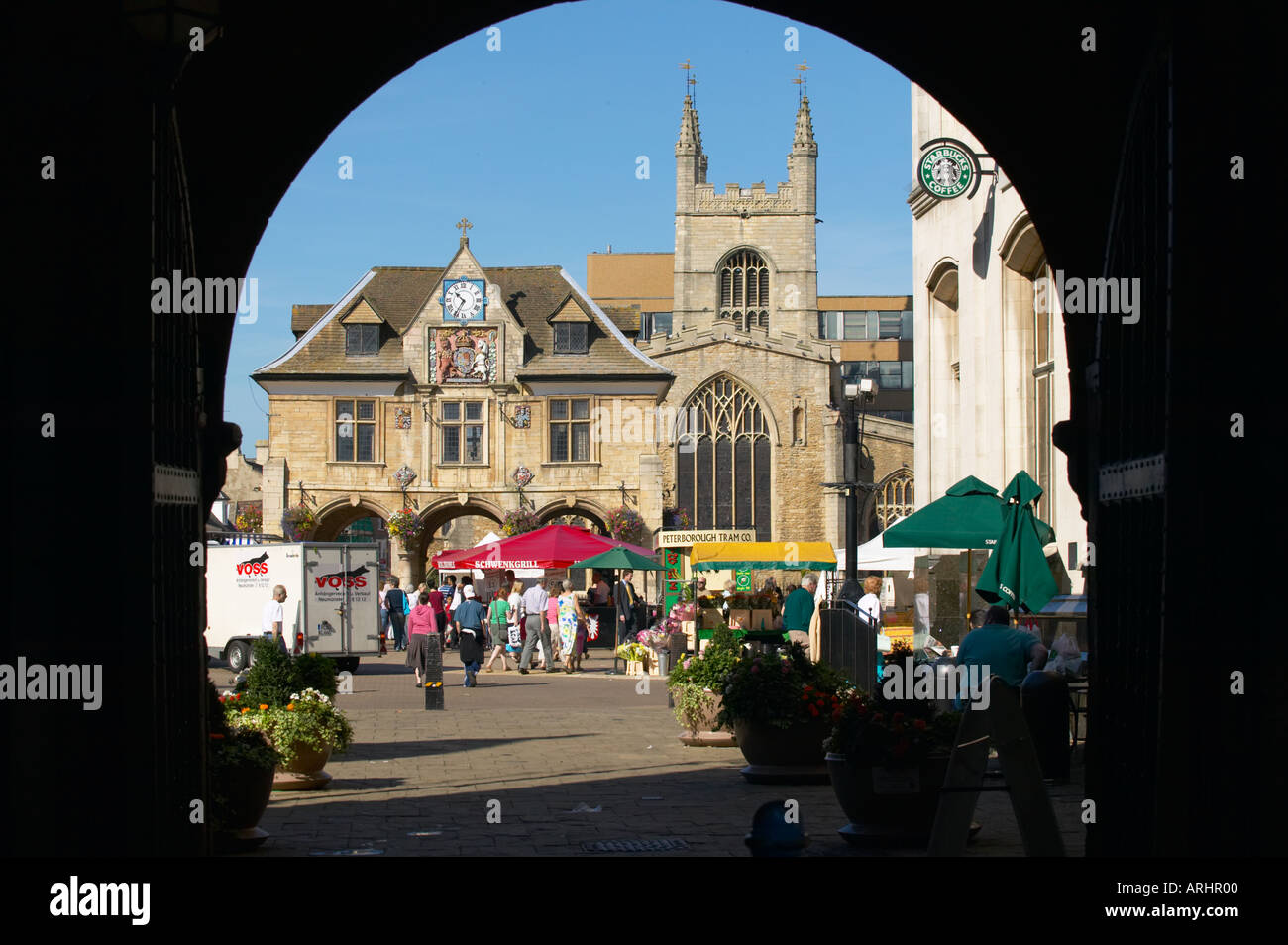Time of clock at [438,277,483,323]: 10:35
